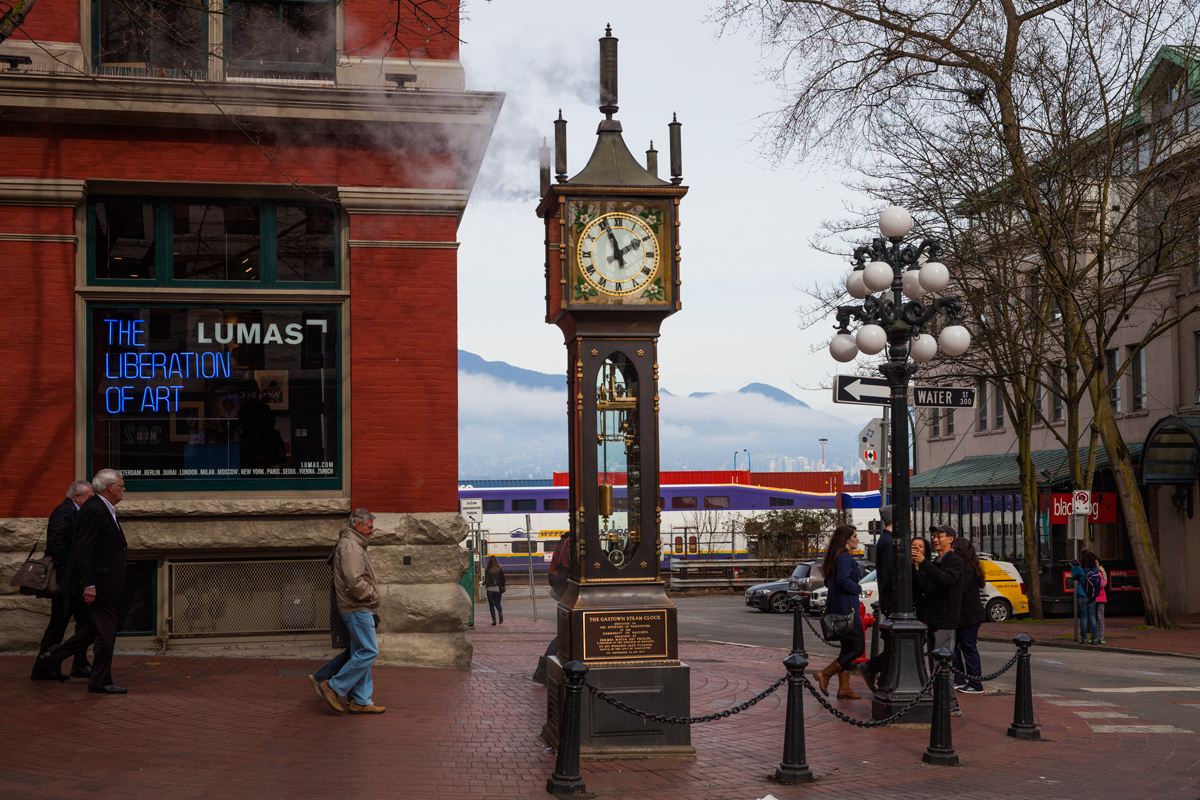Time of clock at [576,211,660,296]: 1:56
